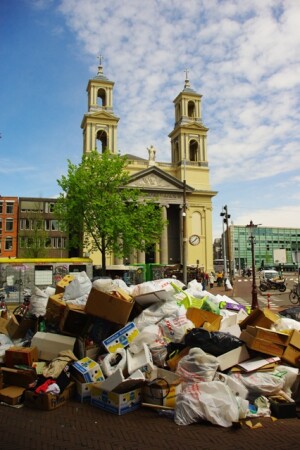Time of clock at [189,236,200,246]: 1:38
